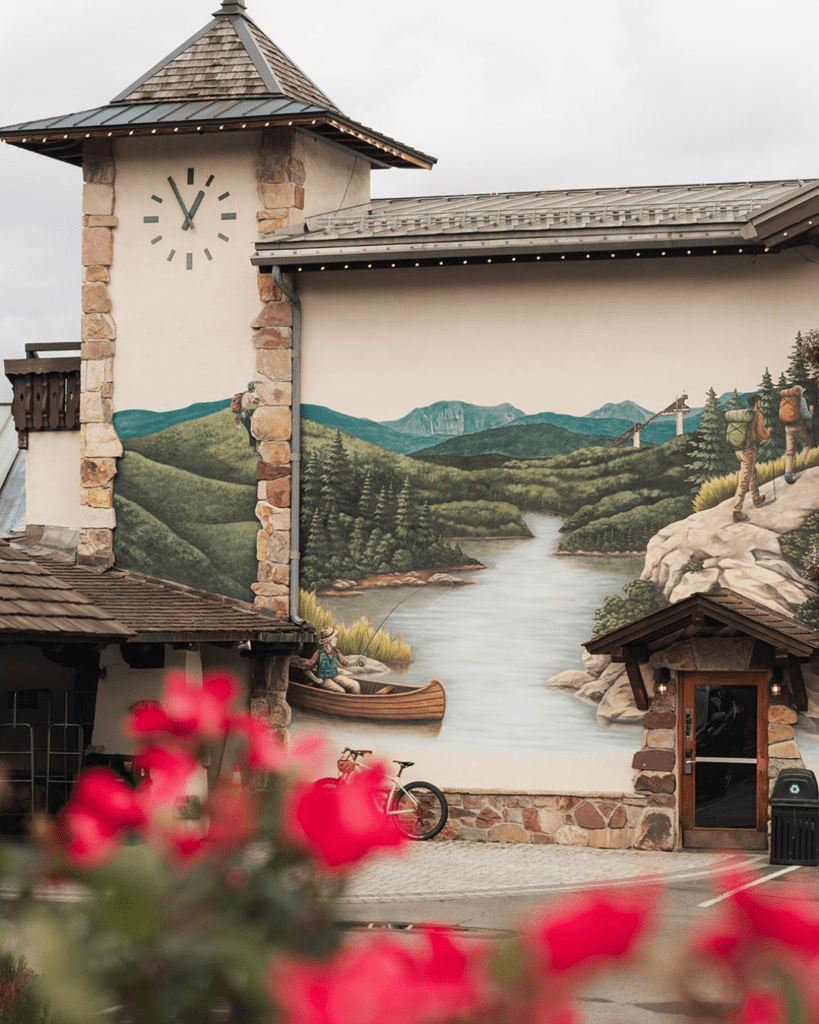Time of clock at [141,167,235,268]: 12:55
